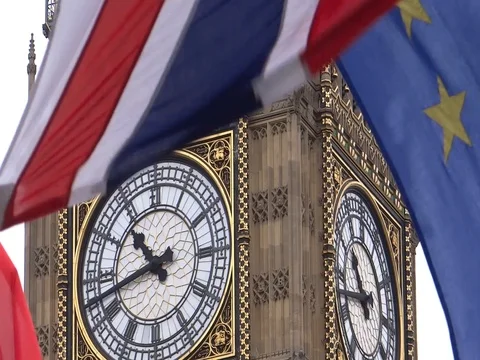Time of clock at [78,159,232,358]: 10:42
